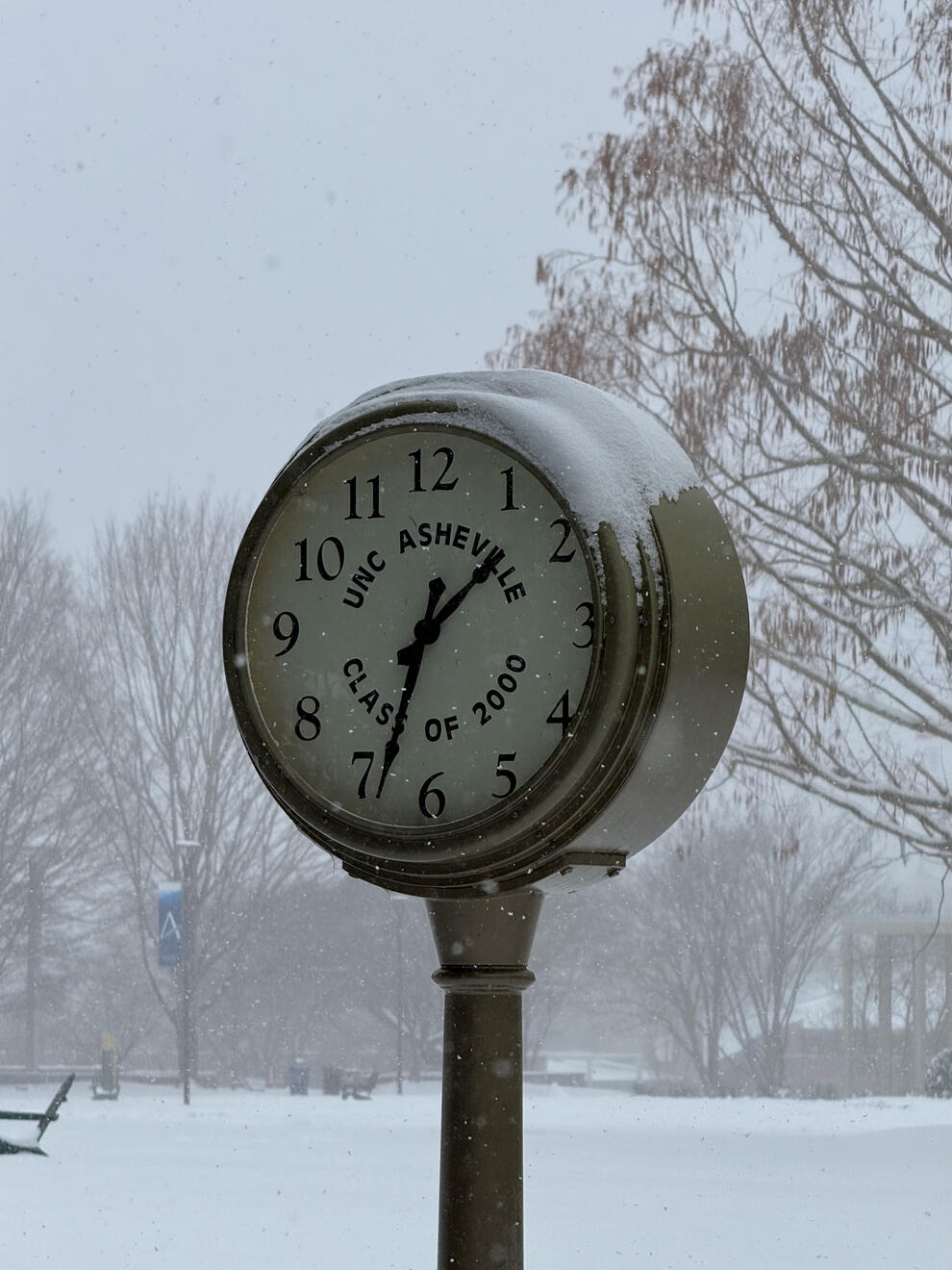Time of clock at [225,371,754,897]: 1:33
